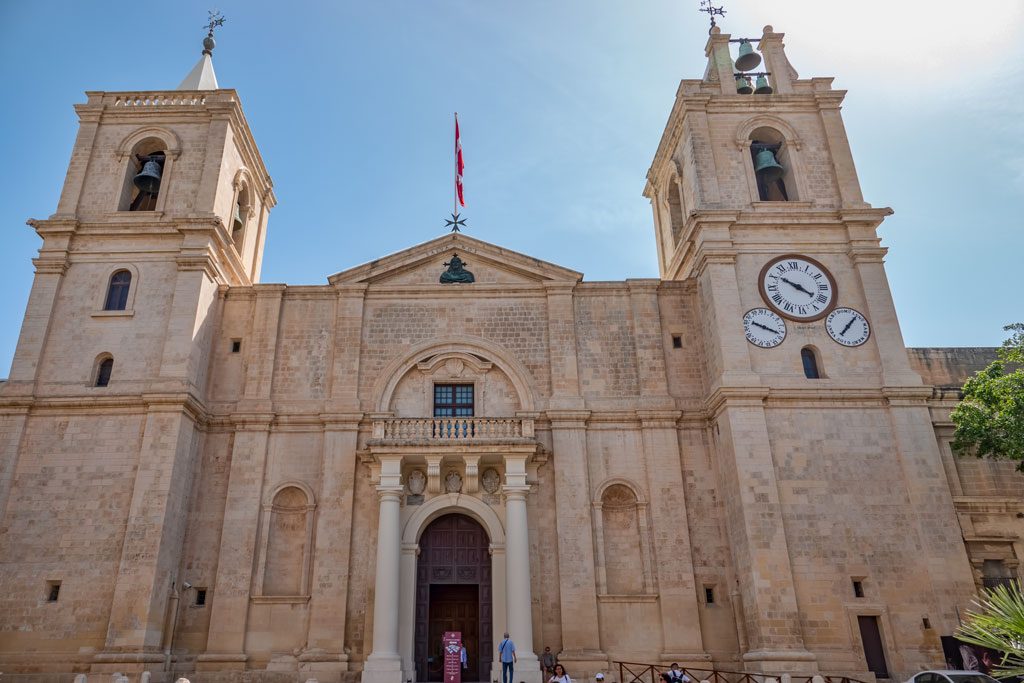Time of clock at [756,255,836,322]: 3:50
